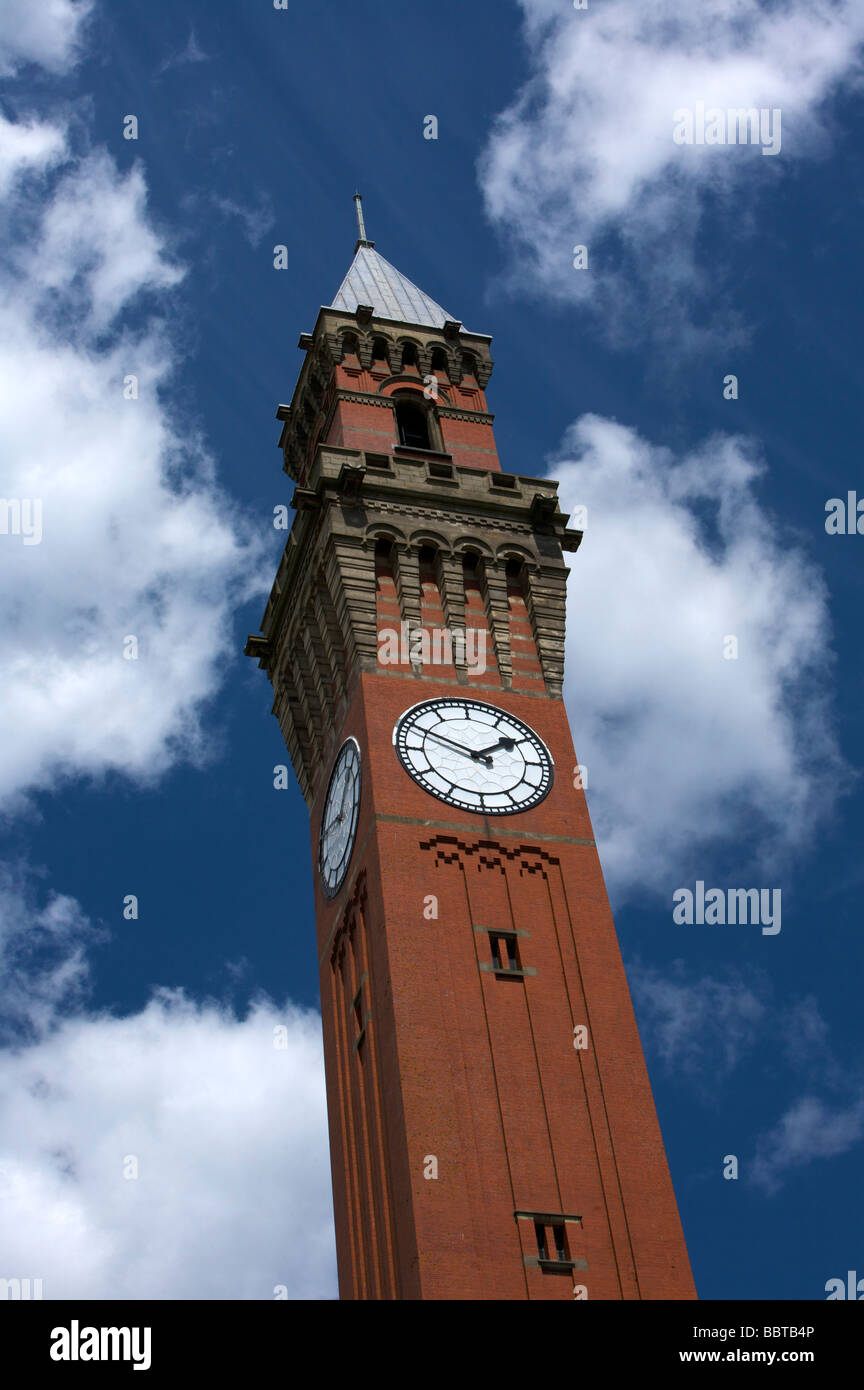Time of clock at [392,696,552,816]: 1:49
